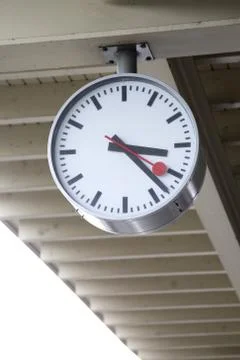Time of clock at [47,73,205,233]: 3:22
